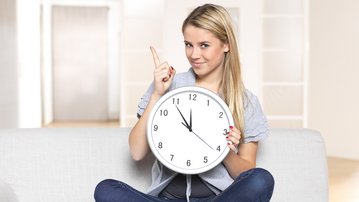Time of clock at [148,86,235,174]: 11:54
